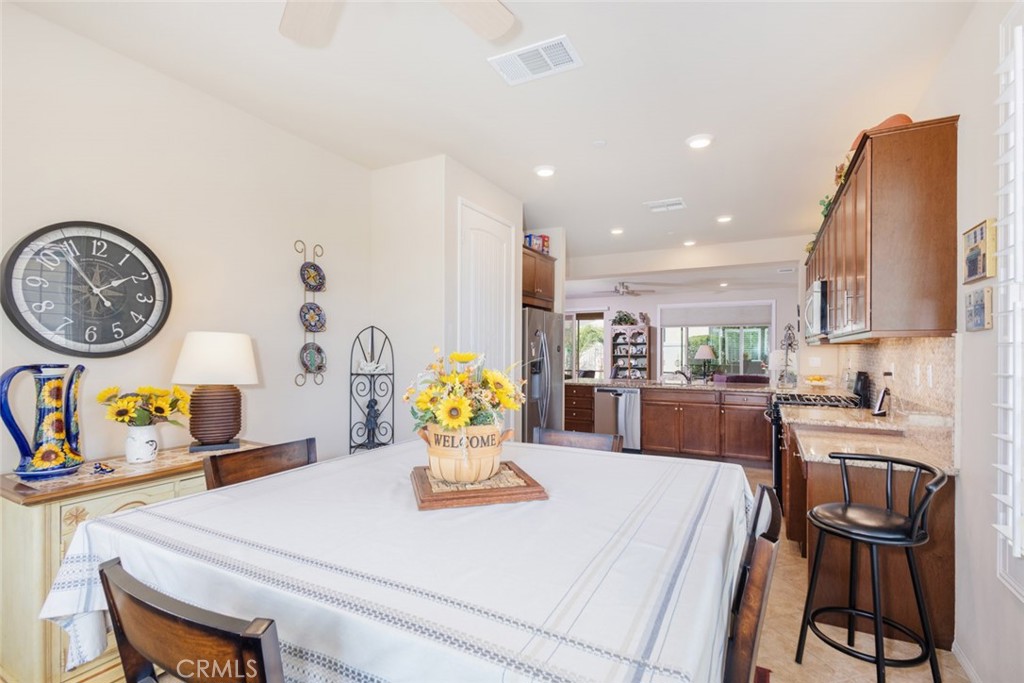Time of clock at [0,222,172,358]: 1:53
